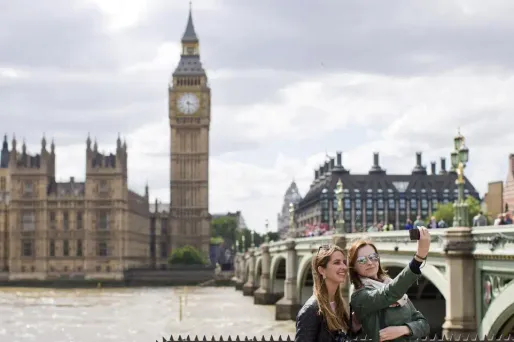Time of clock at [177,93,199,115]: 3:29
